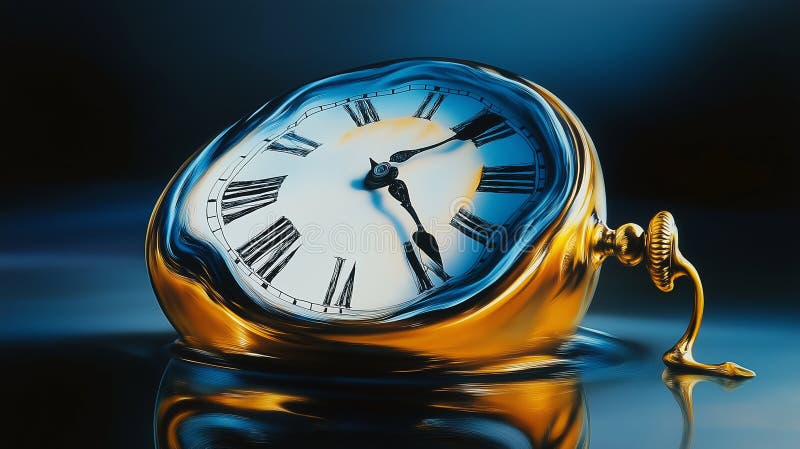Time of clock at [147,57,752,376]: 1:24
